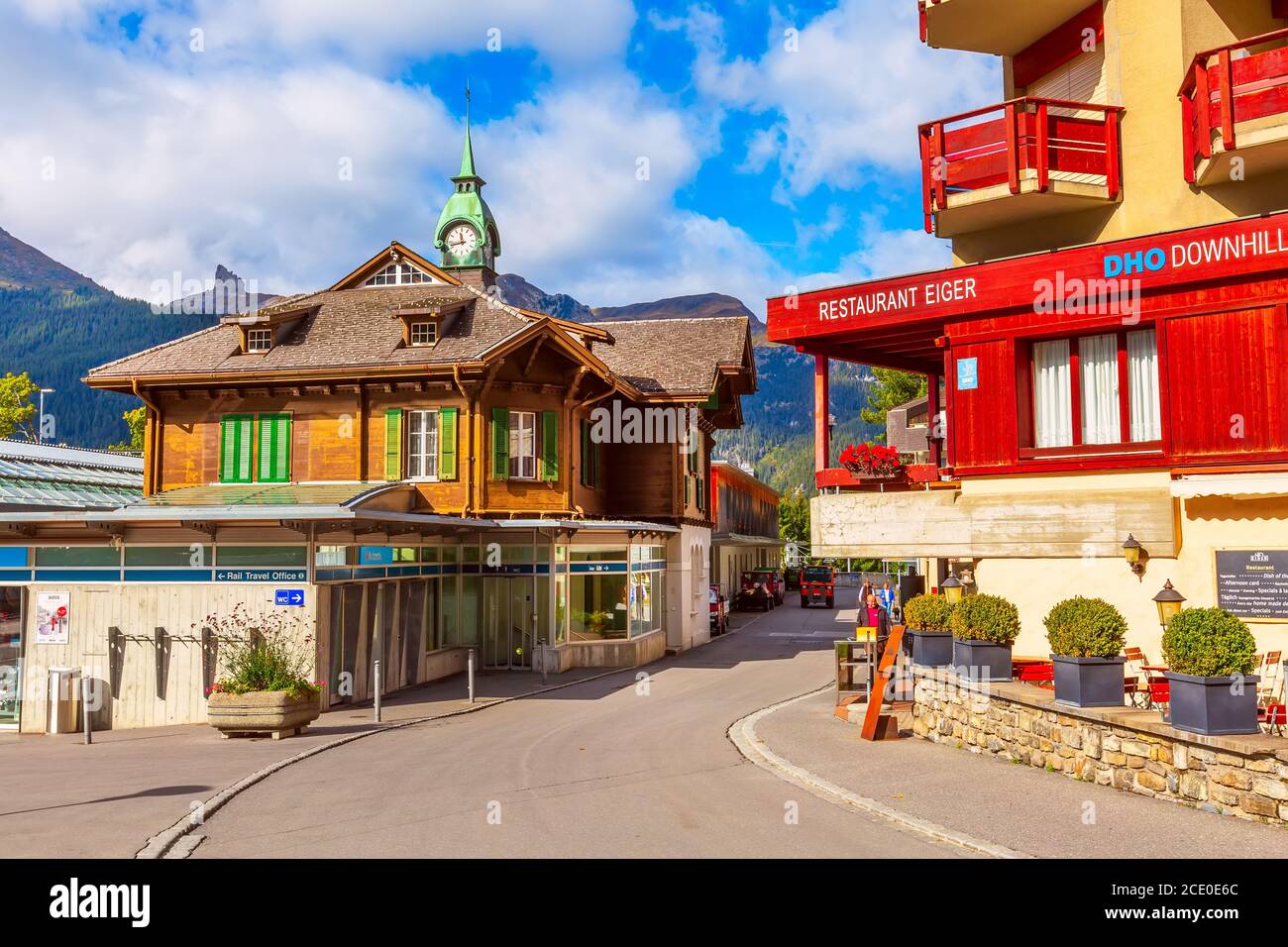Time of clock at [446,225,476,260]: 11:42
